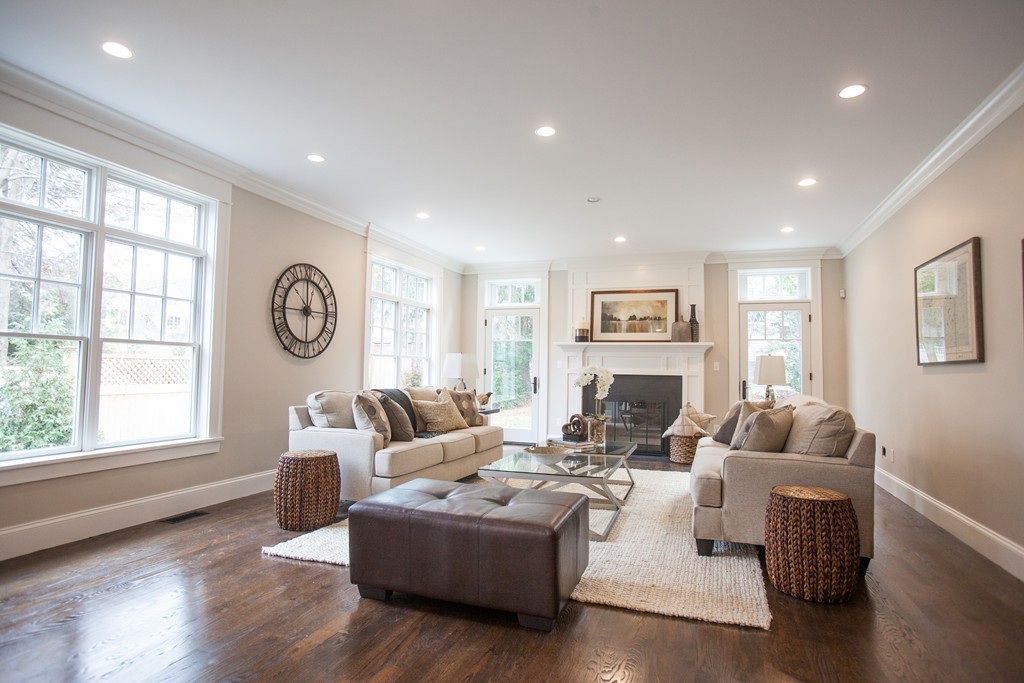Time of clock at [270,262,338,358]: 5:59
